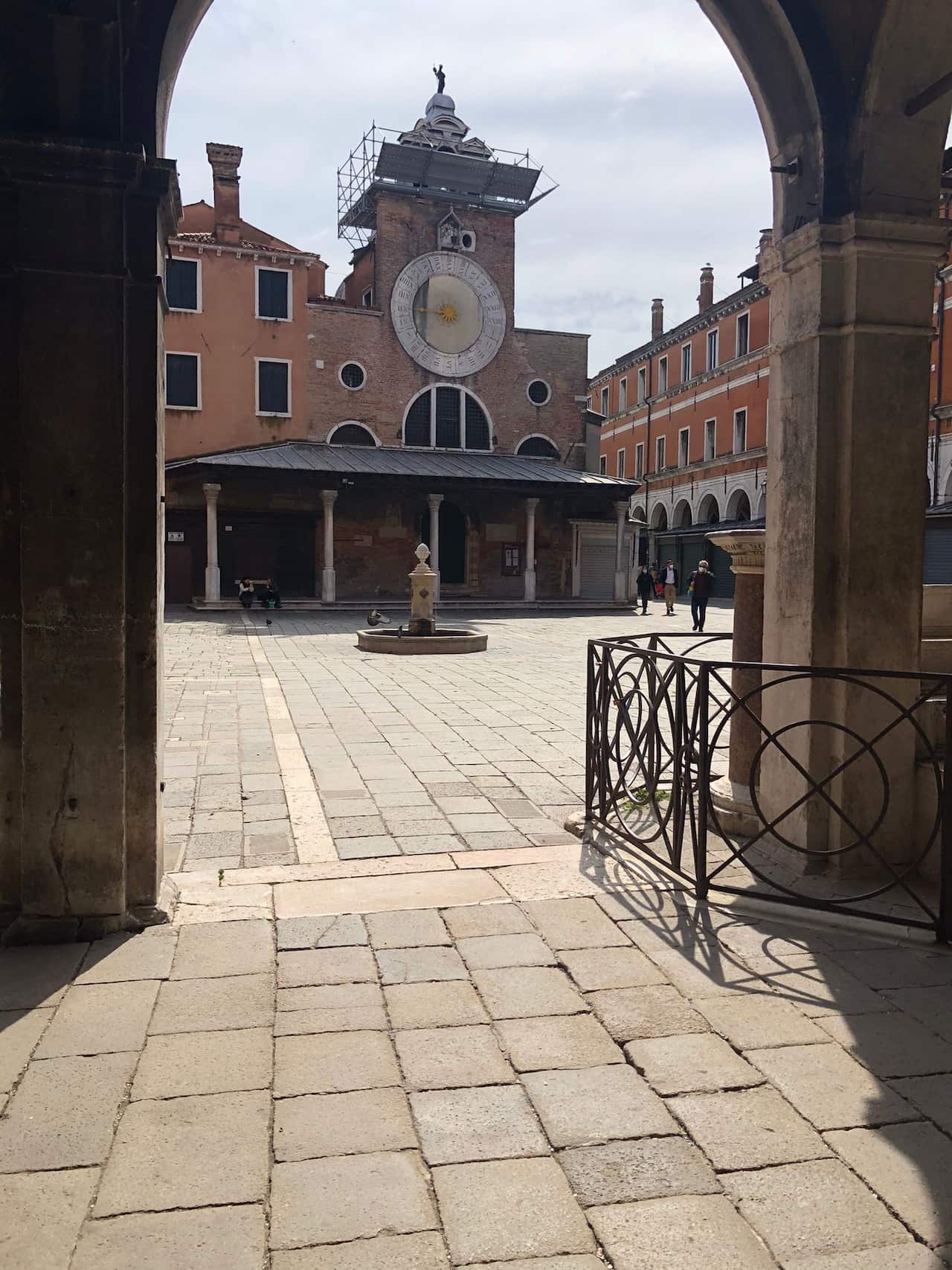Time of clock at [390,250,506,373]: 8:45
